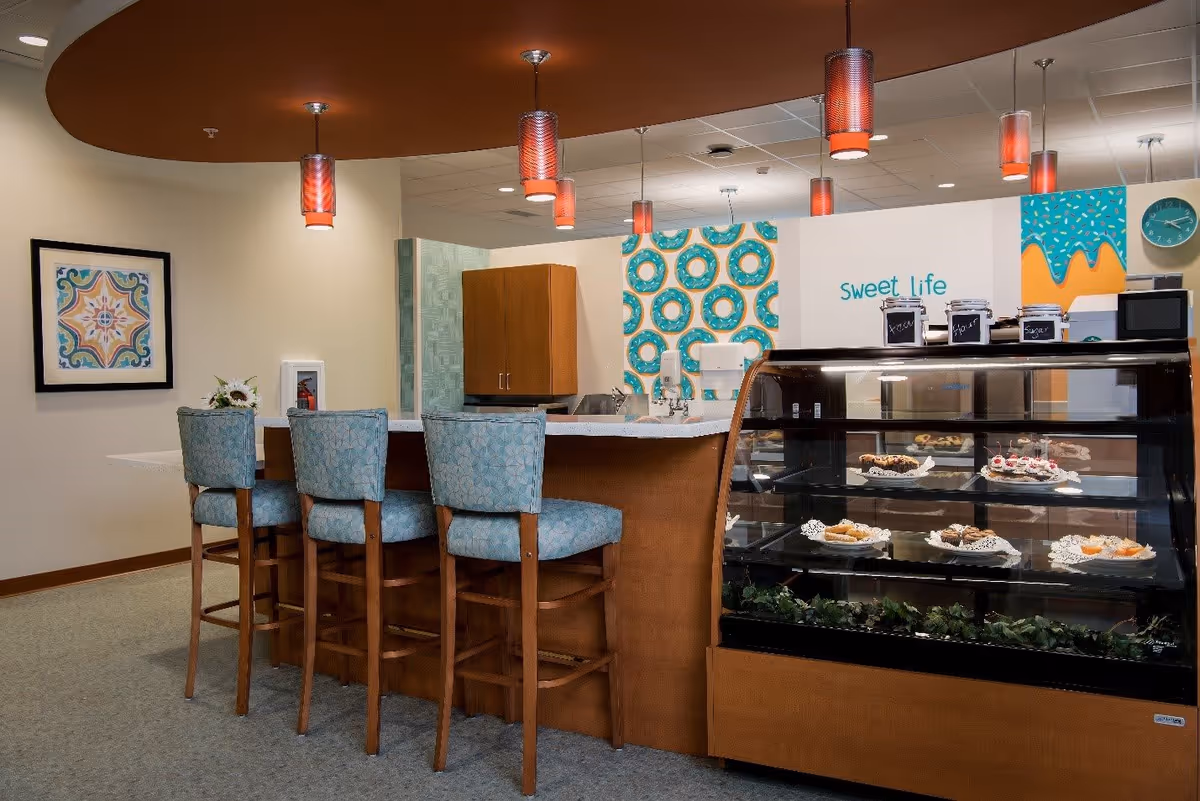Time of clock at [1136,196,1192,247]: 4:12
